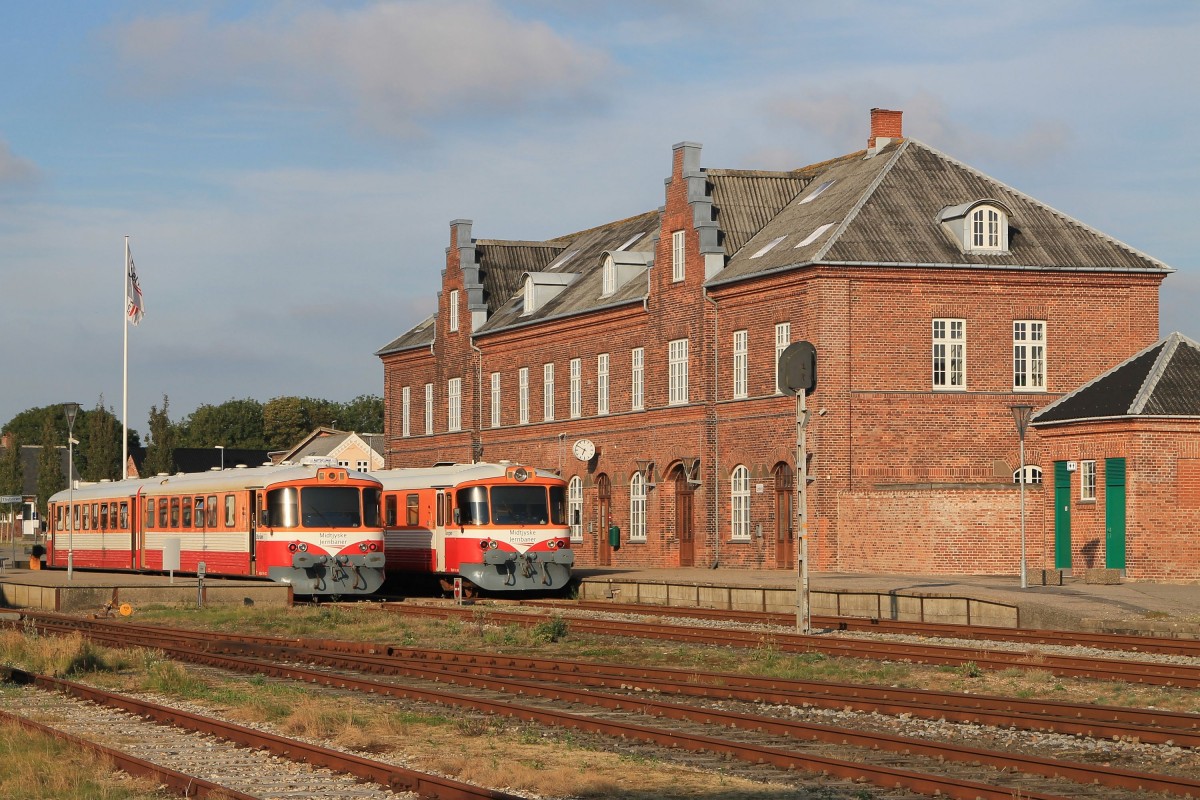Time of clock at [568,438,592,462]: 6:50
